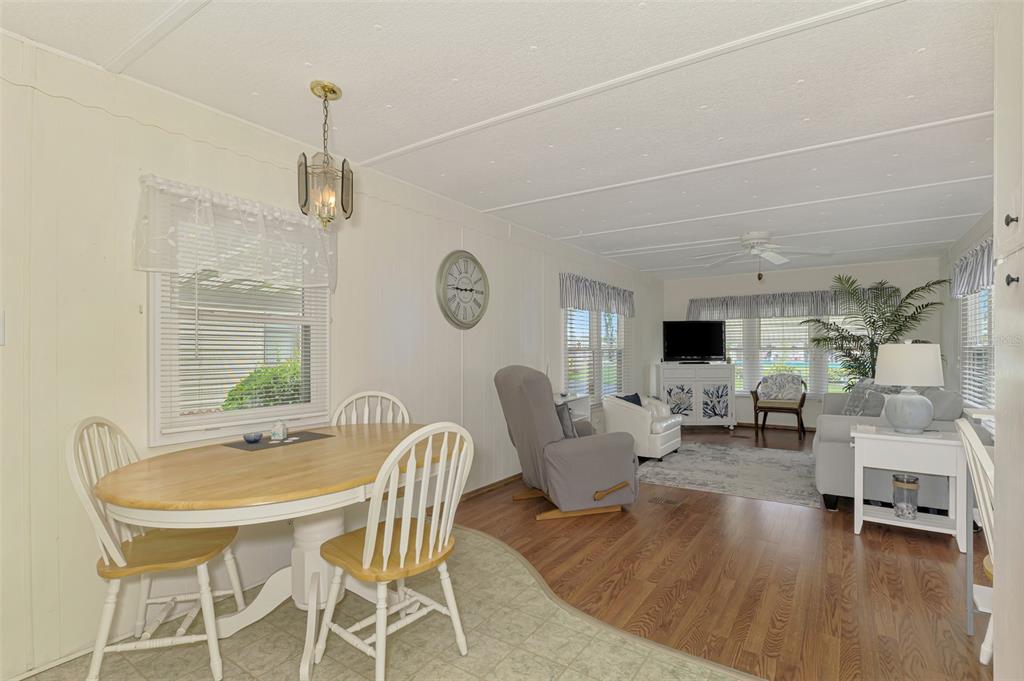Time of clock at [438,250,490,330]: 2:45
